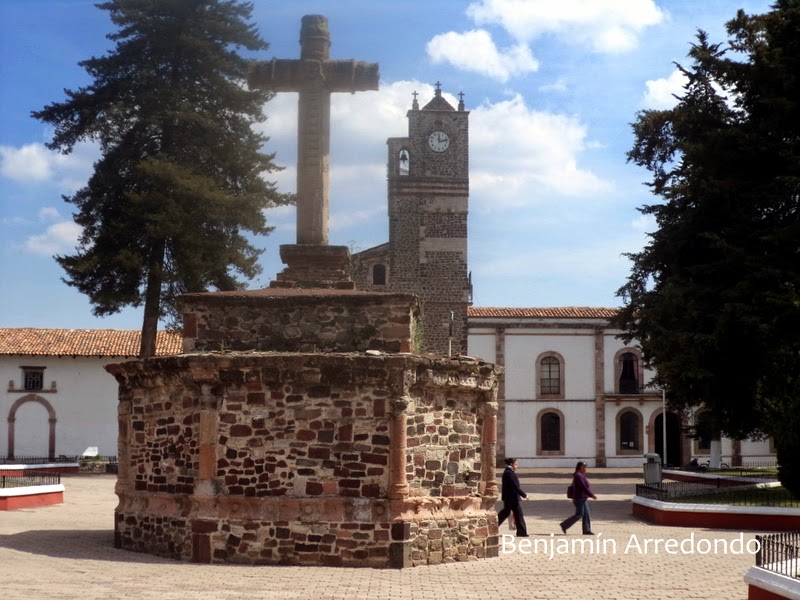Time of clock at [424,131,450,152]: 12:12
